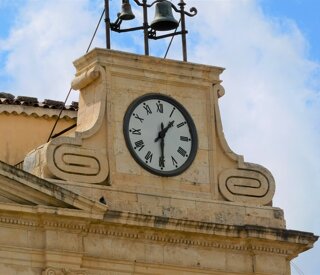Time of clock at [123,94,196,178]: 1:29
